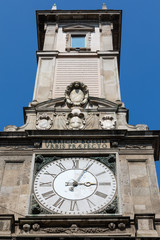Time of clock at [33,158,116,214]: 3:04
